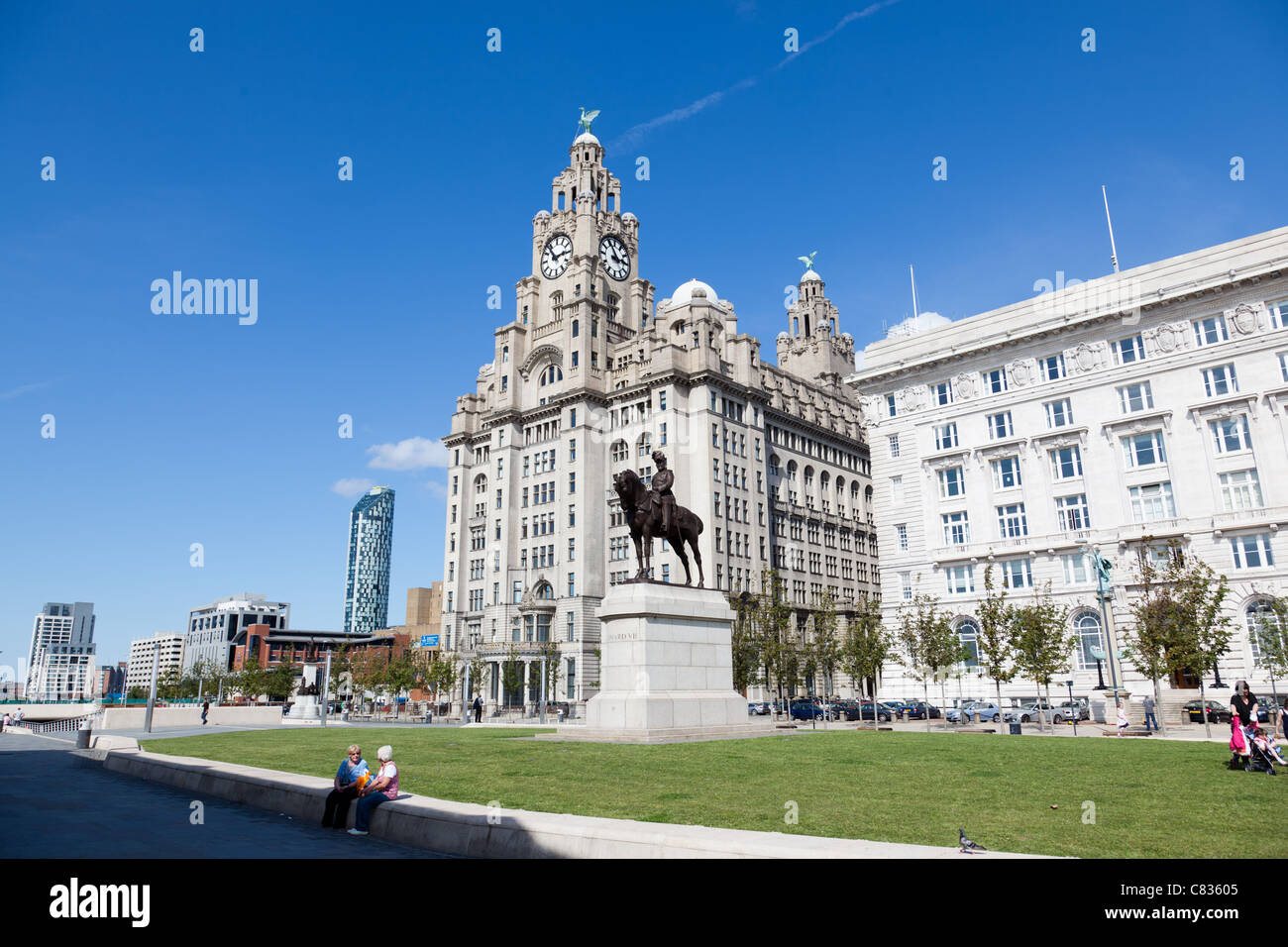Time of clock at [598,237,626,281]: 2:54
